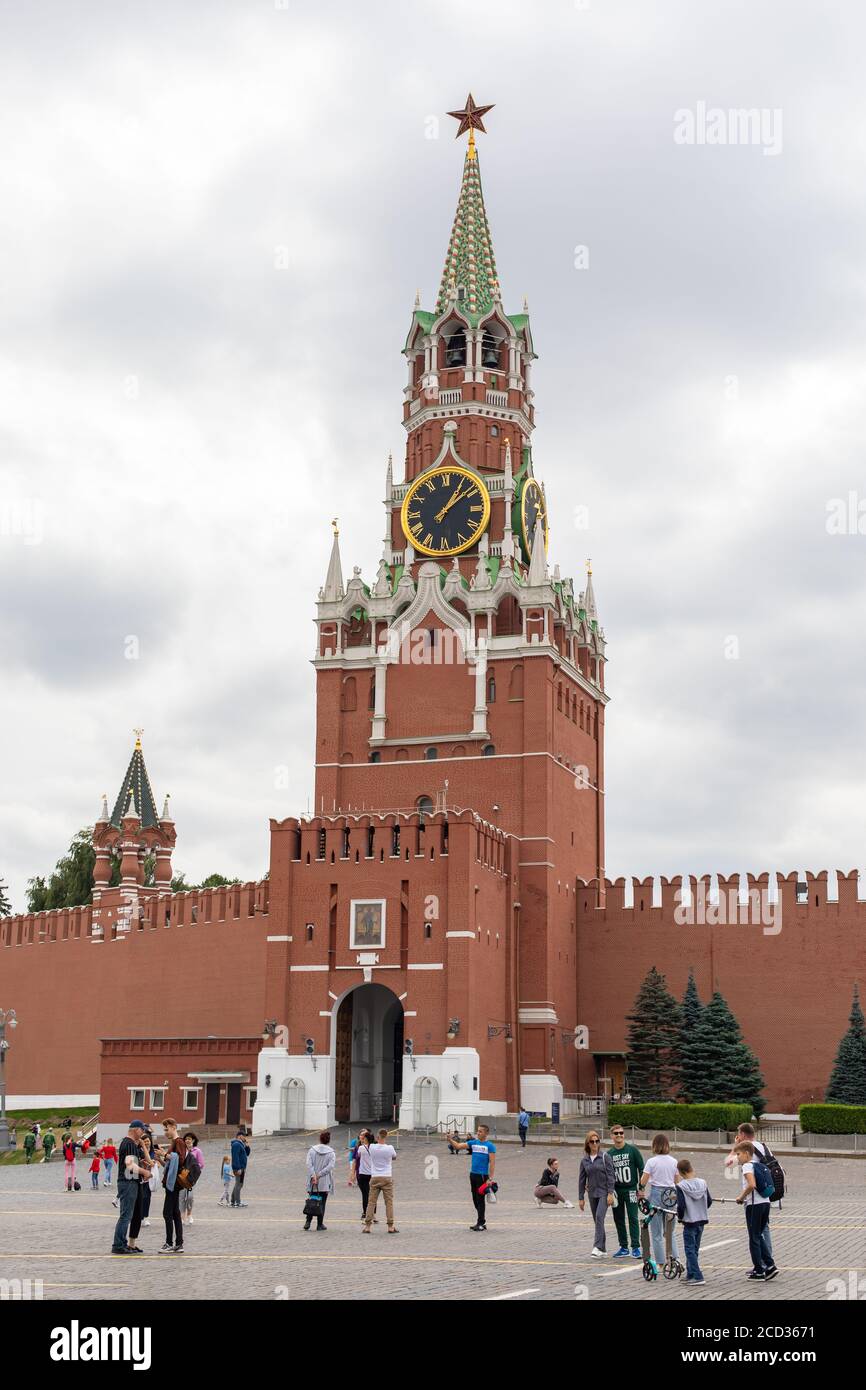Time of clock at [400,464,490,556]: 1:08
